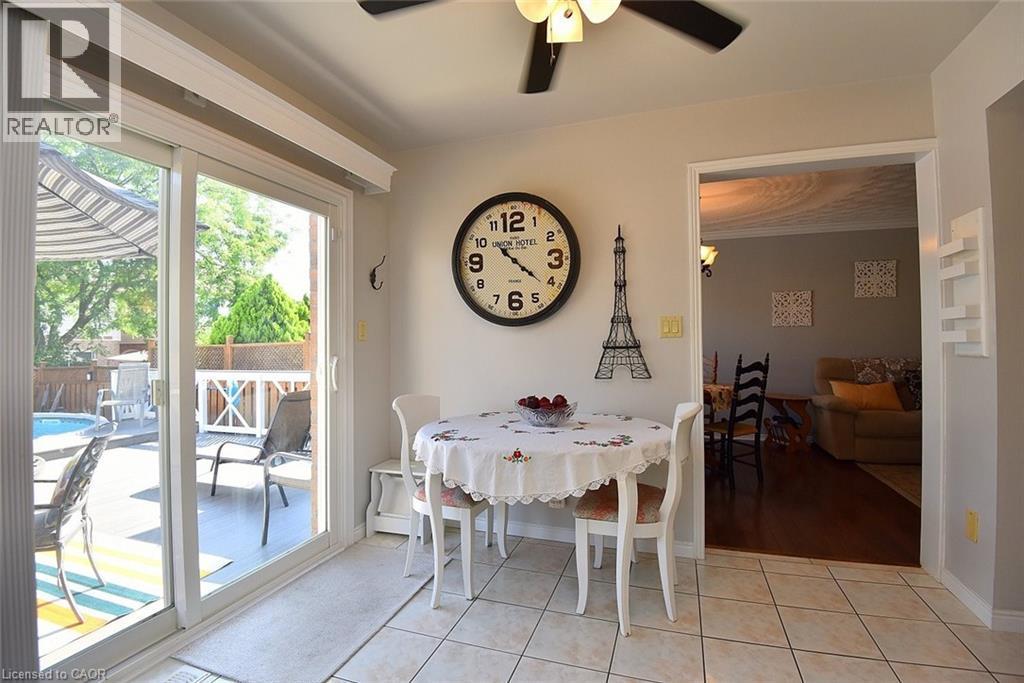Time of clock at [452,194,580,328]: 10:21
